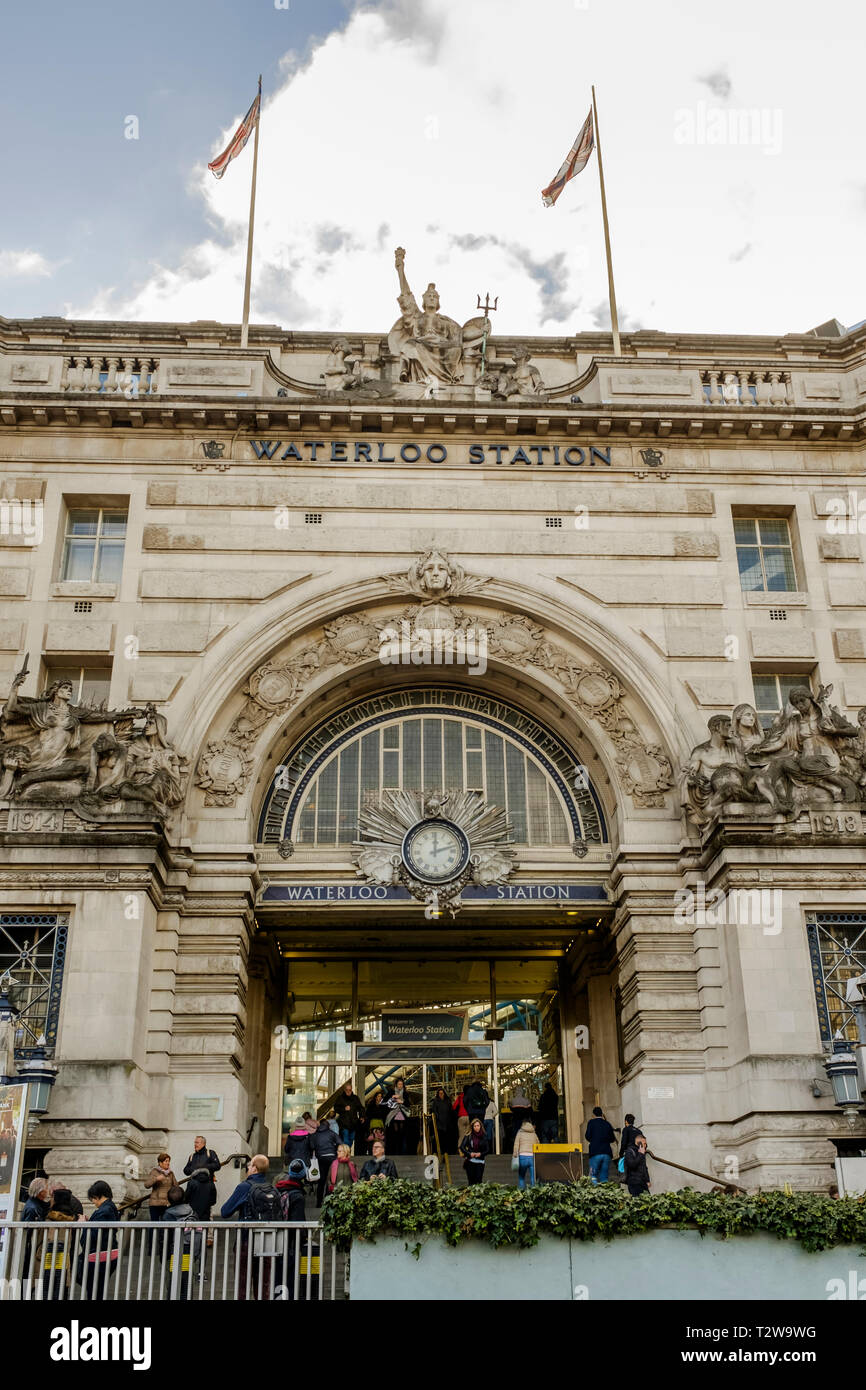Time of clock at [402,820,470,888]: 12:12
